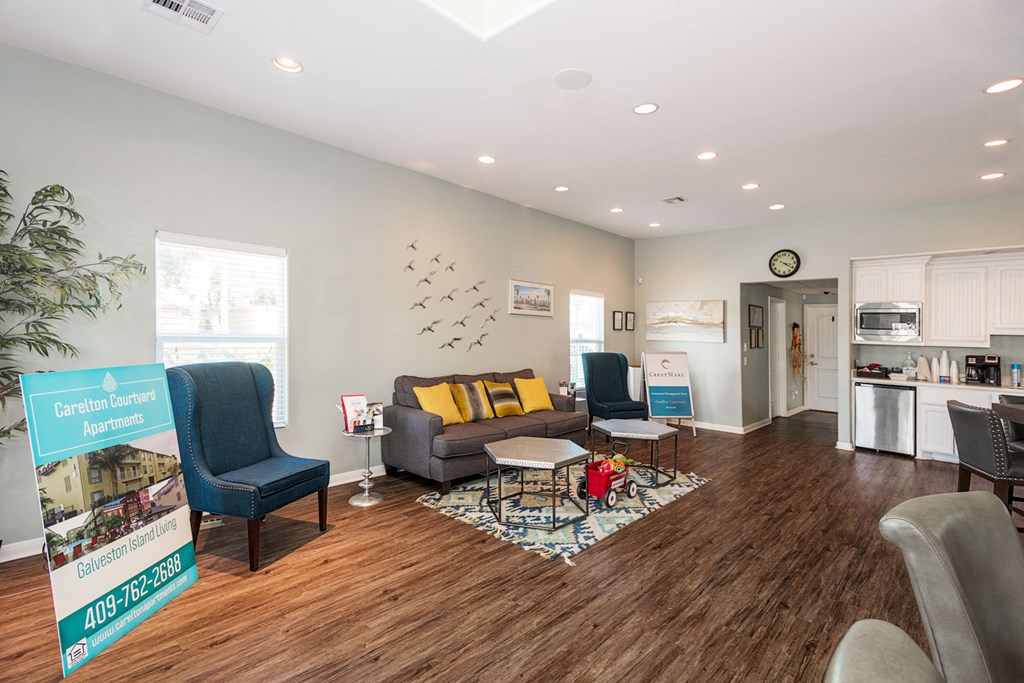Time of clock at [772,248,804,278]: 3:21
